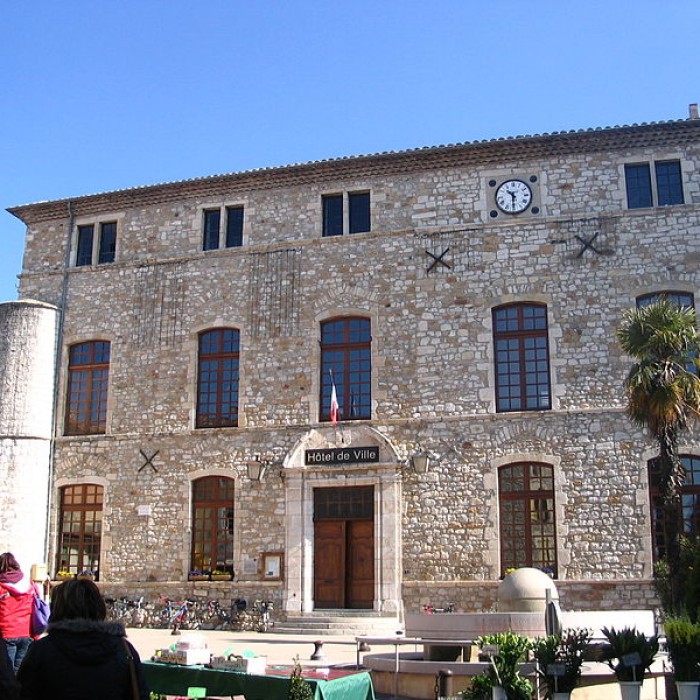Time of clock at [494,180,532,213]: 10:30
